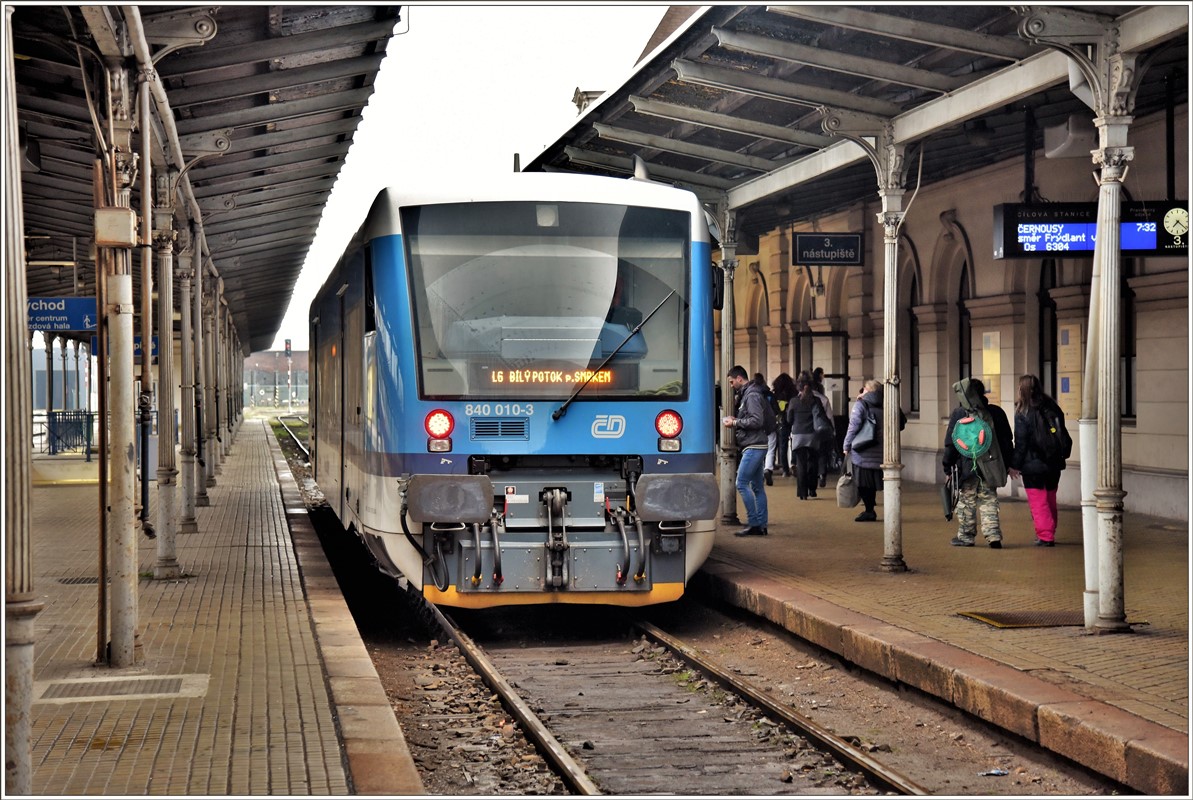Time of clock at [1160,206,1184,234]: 7:21
